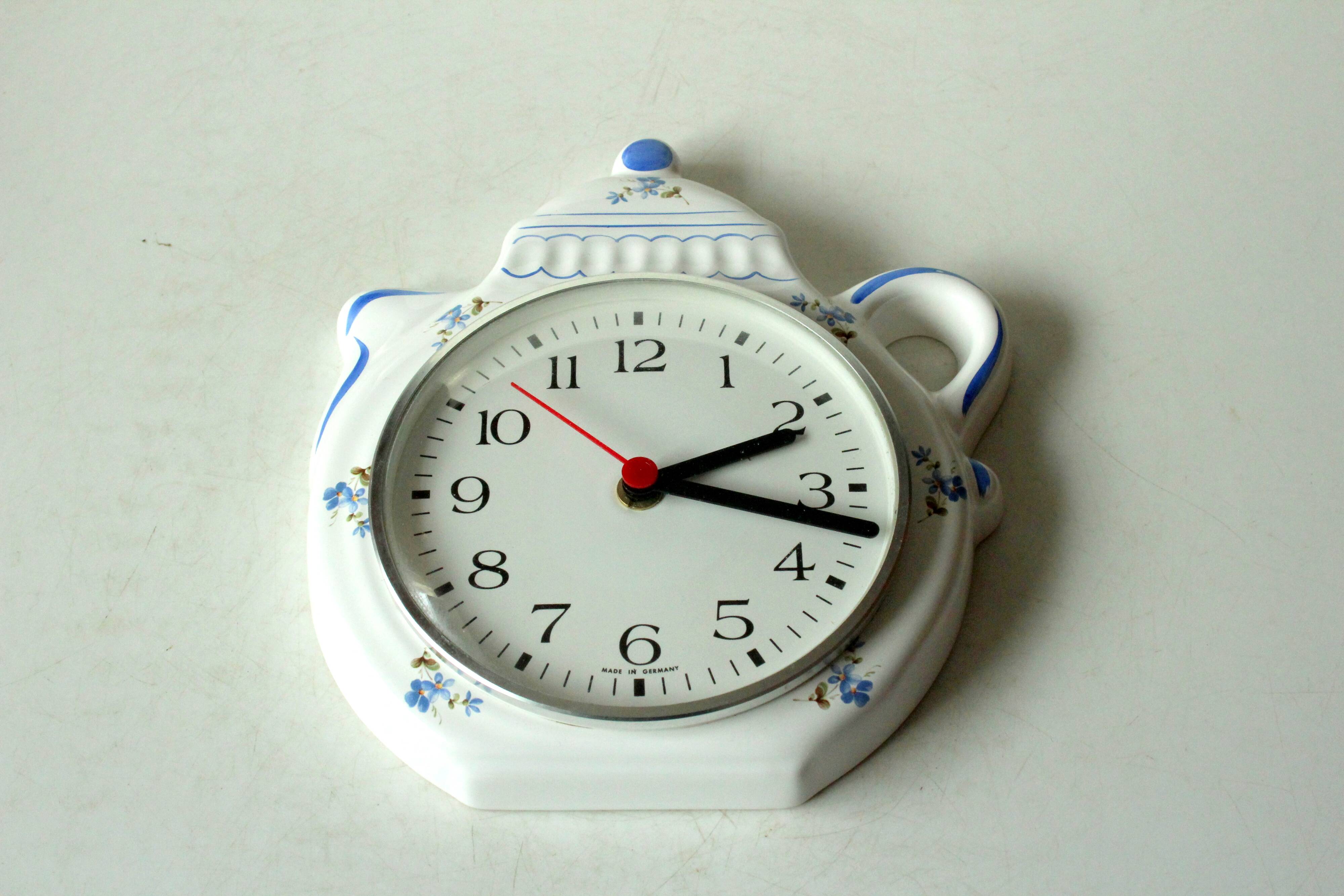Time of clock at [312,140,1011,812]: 2:17
